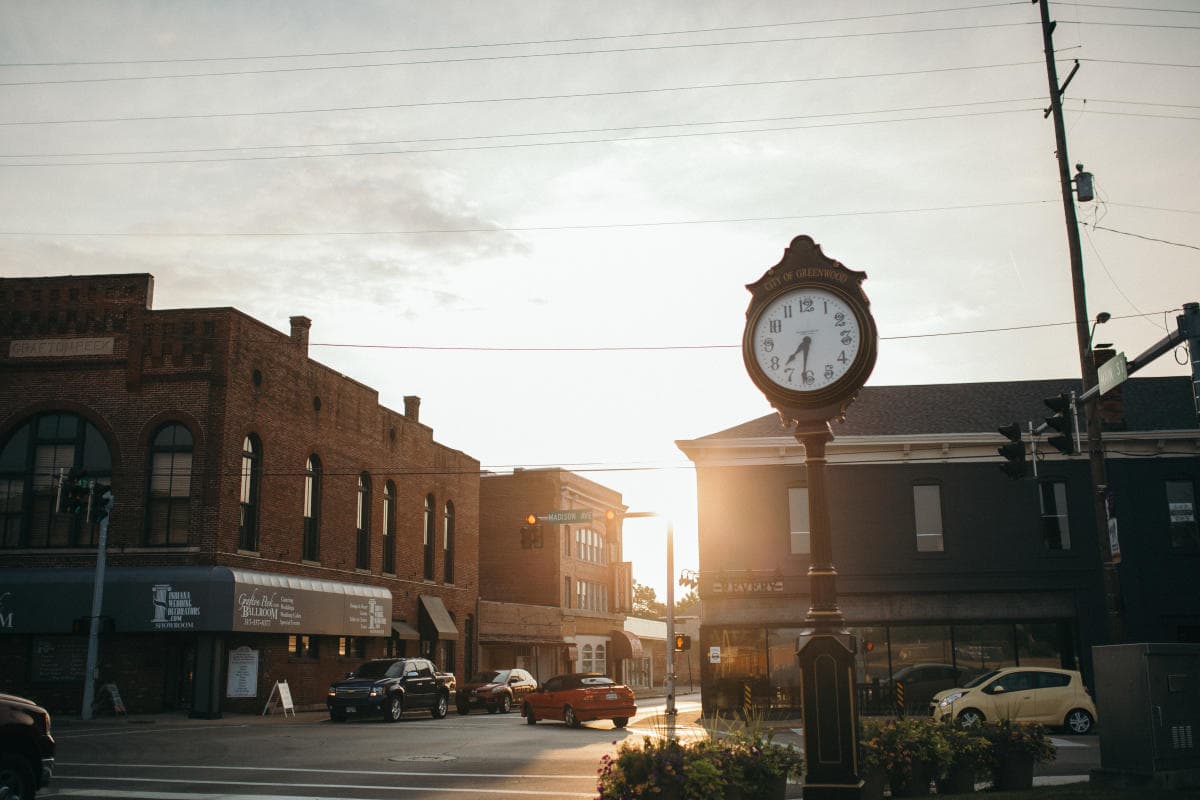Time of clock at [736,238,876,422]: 7:31
